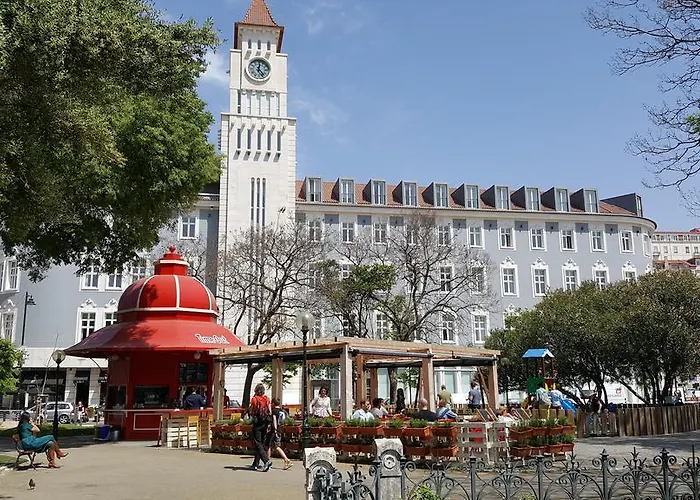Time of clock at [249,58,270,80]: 12:23
